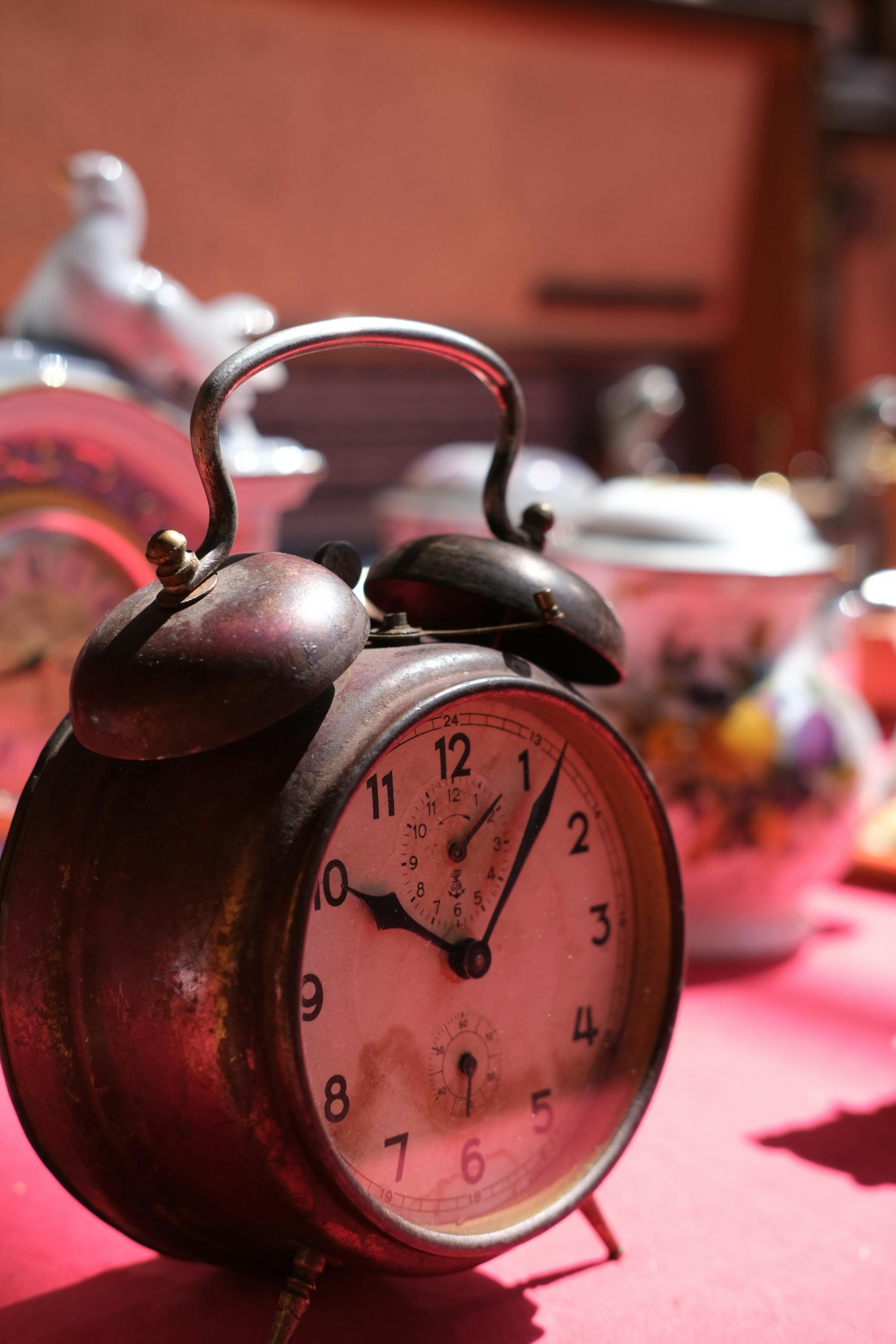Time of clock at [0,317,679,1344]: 10:06
